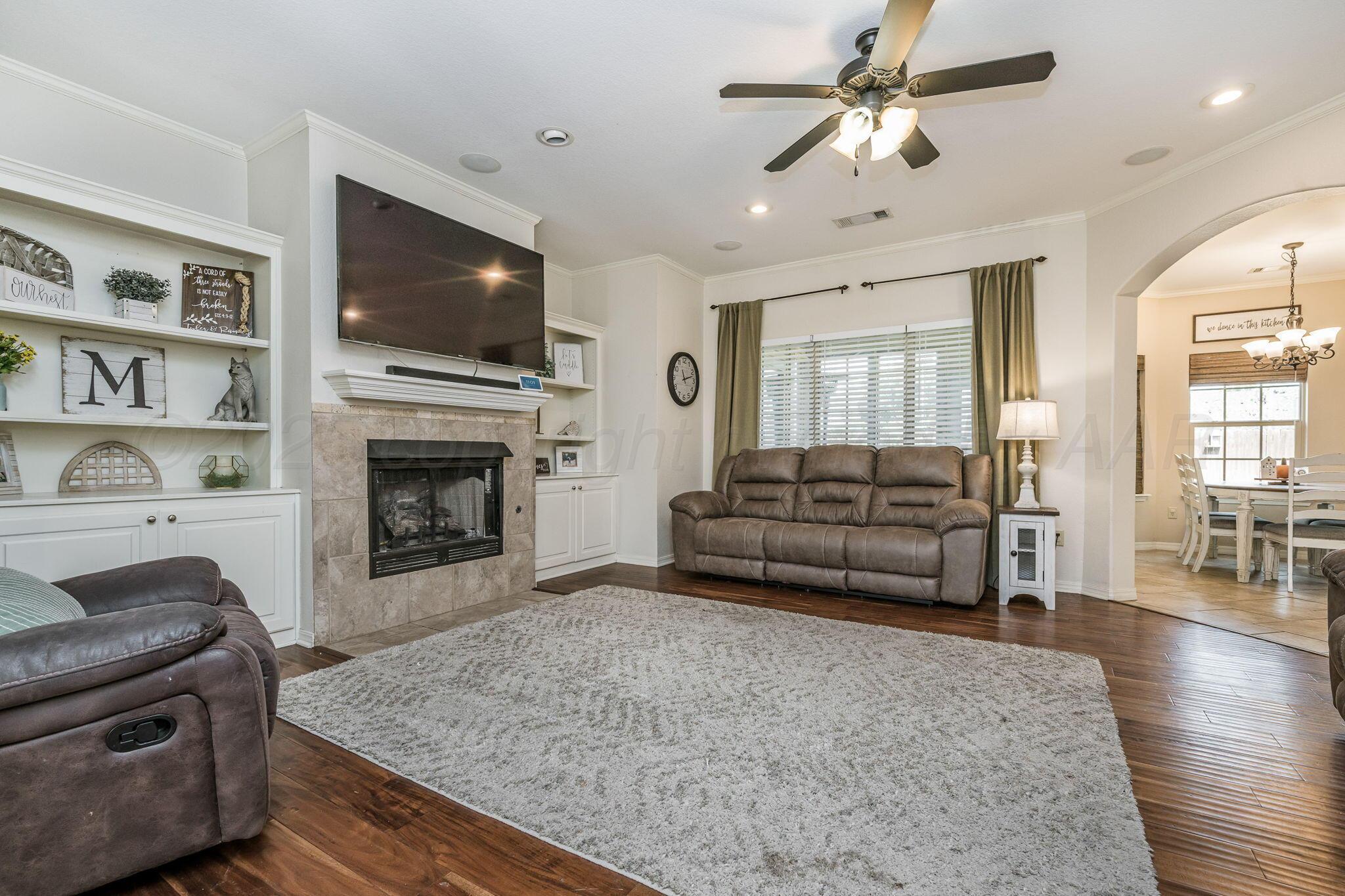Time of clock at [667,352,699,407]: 11:12
